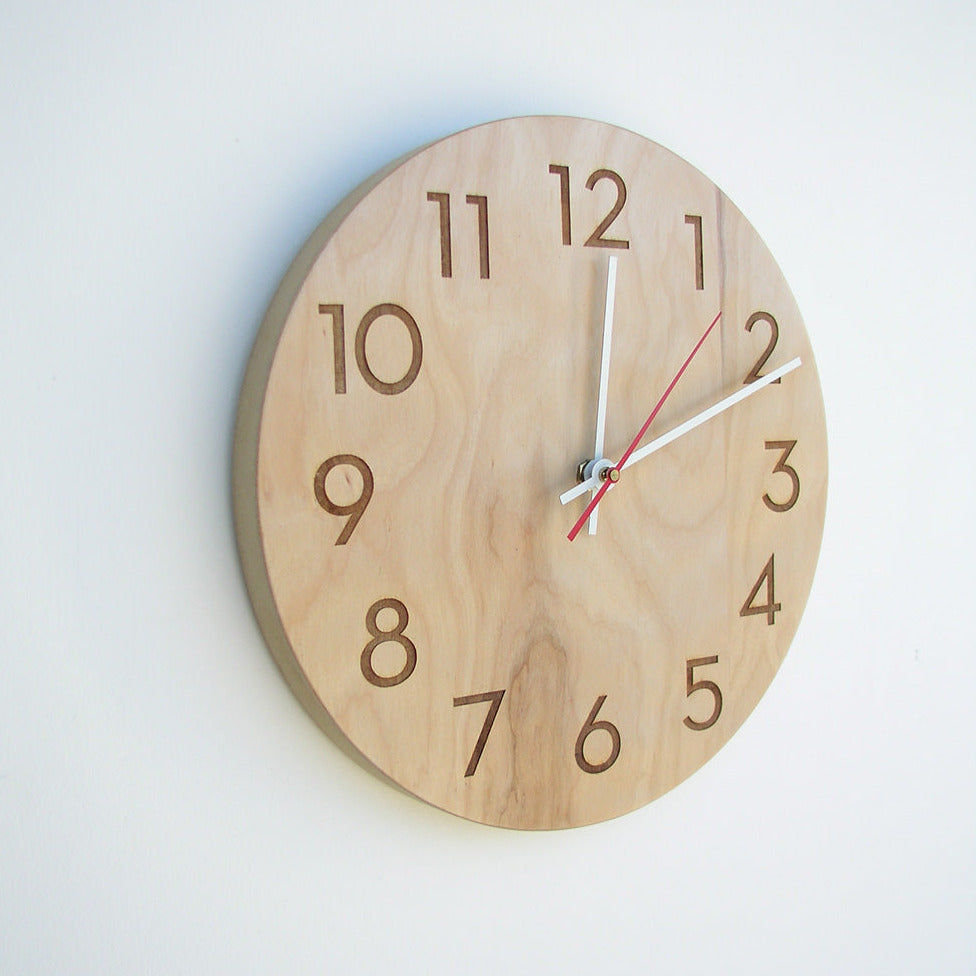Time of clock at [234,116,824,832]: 12:11
